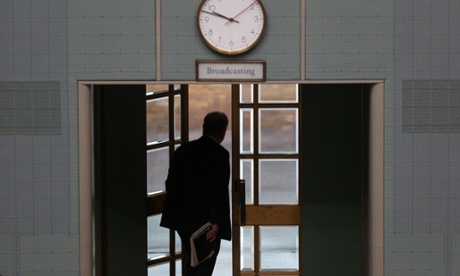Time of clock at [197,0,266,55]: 9:48
